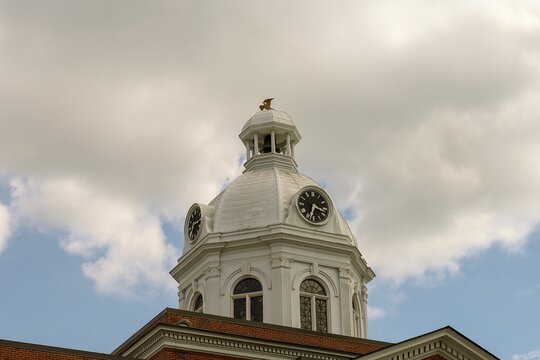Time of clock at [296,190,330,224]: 3:33
